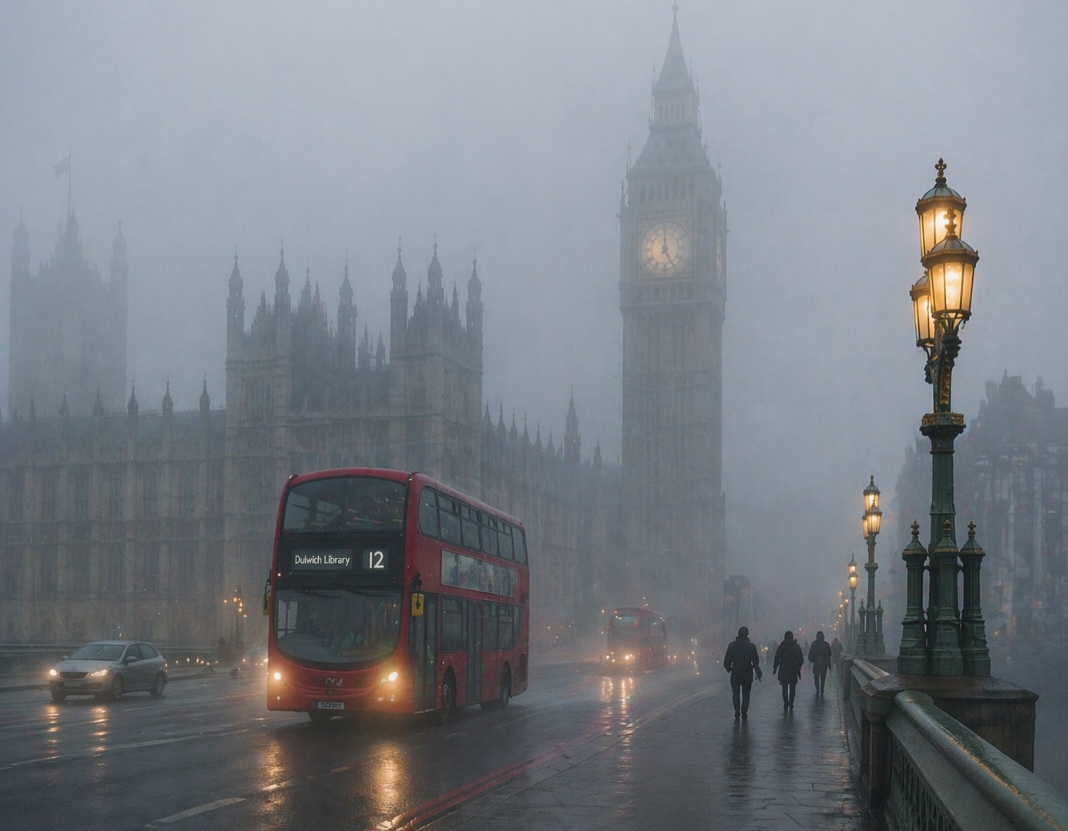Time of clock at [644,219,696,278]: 4:59
